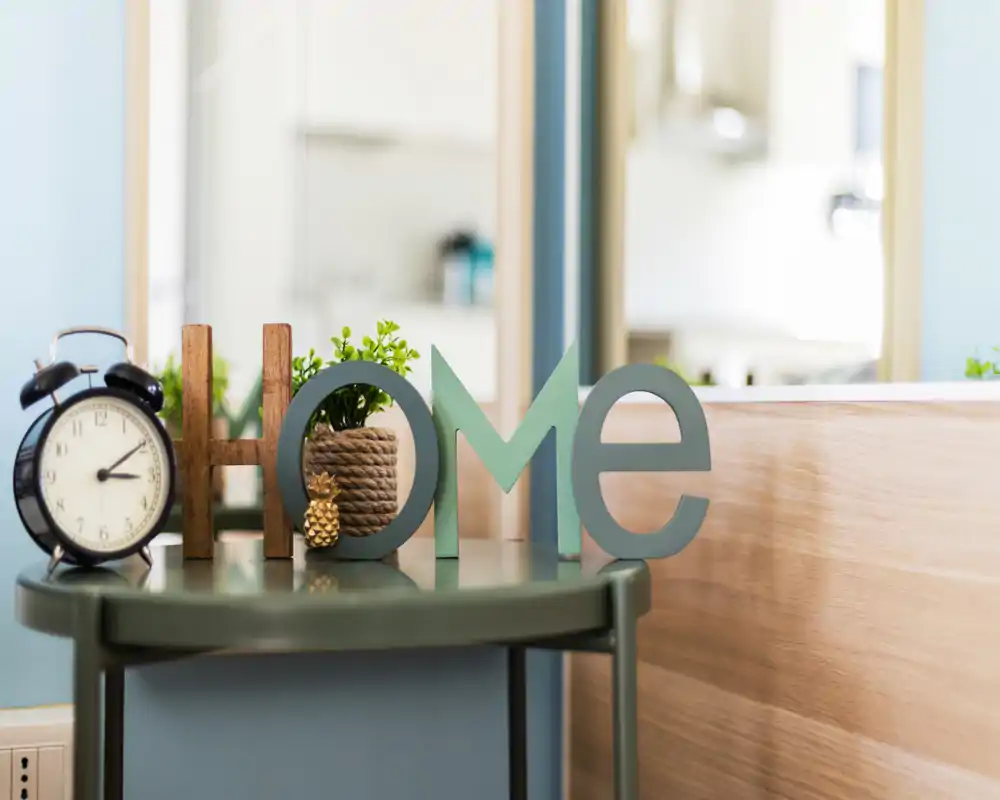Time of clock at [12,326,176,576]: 3:09
